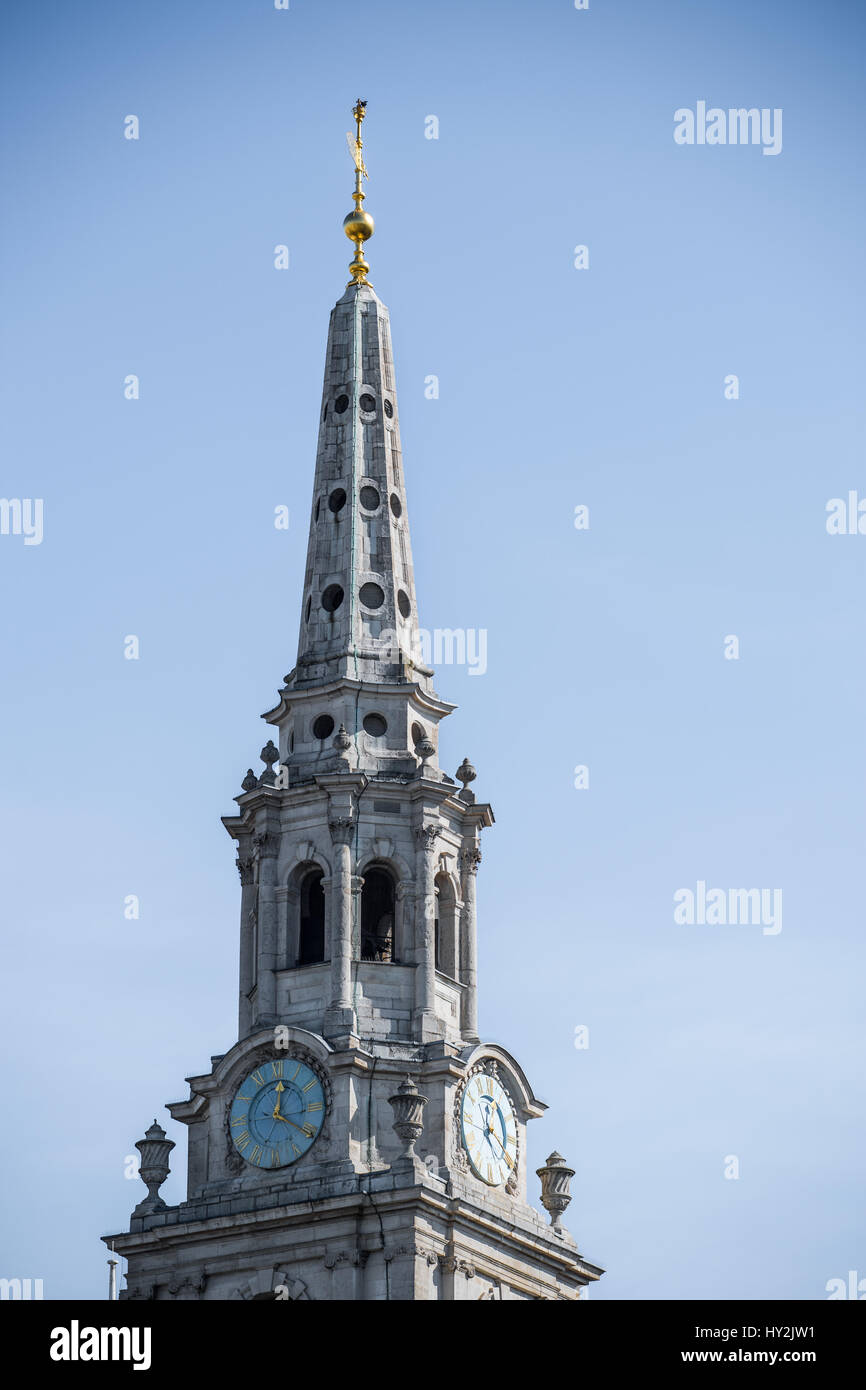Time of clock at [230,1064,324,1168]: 12:20
